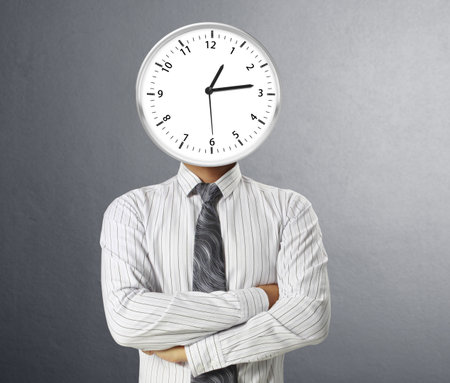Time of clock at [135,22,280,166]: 1:13
